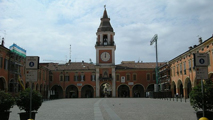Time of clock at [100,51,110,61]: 12:00
